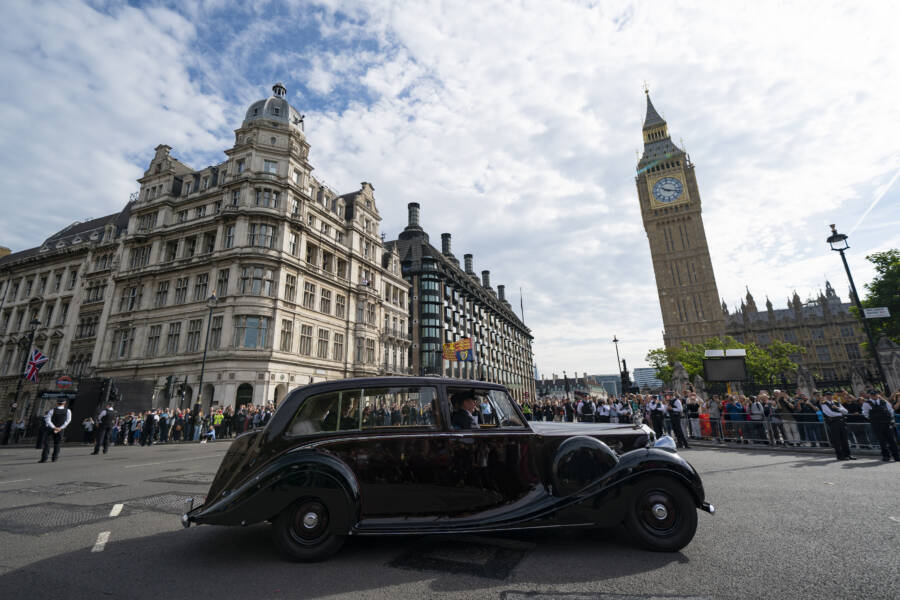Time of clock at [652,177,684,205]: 10:17
